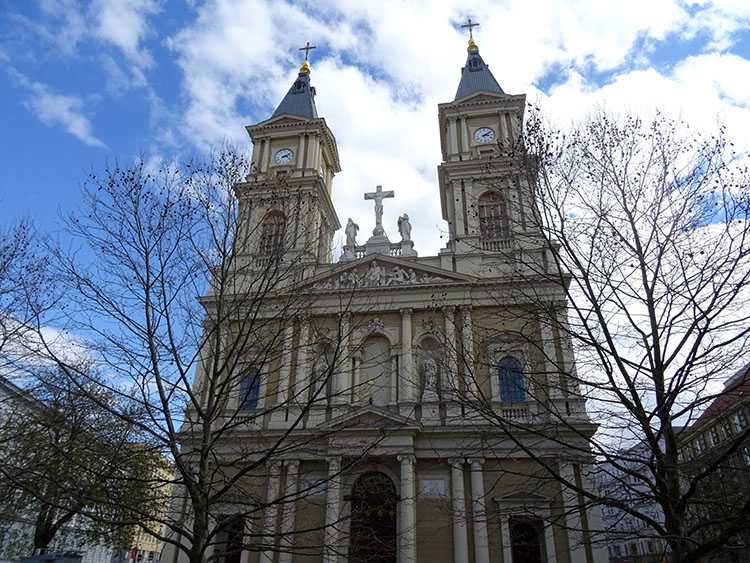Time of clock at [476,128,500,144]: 3:09
